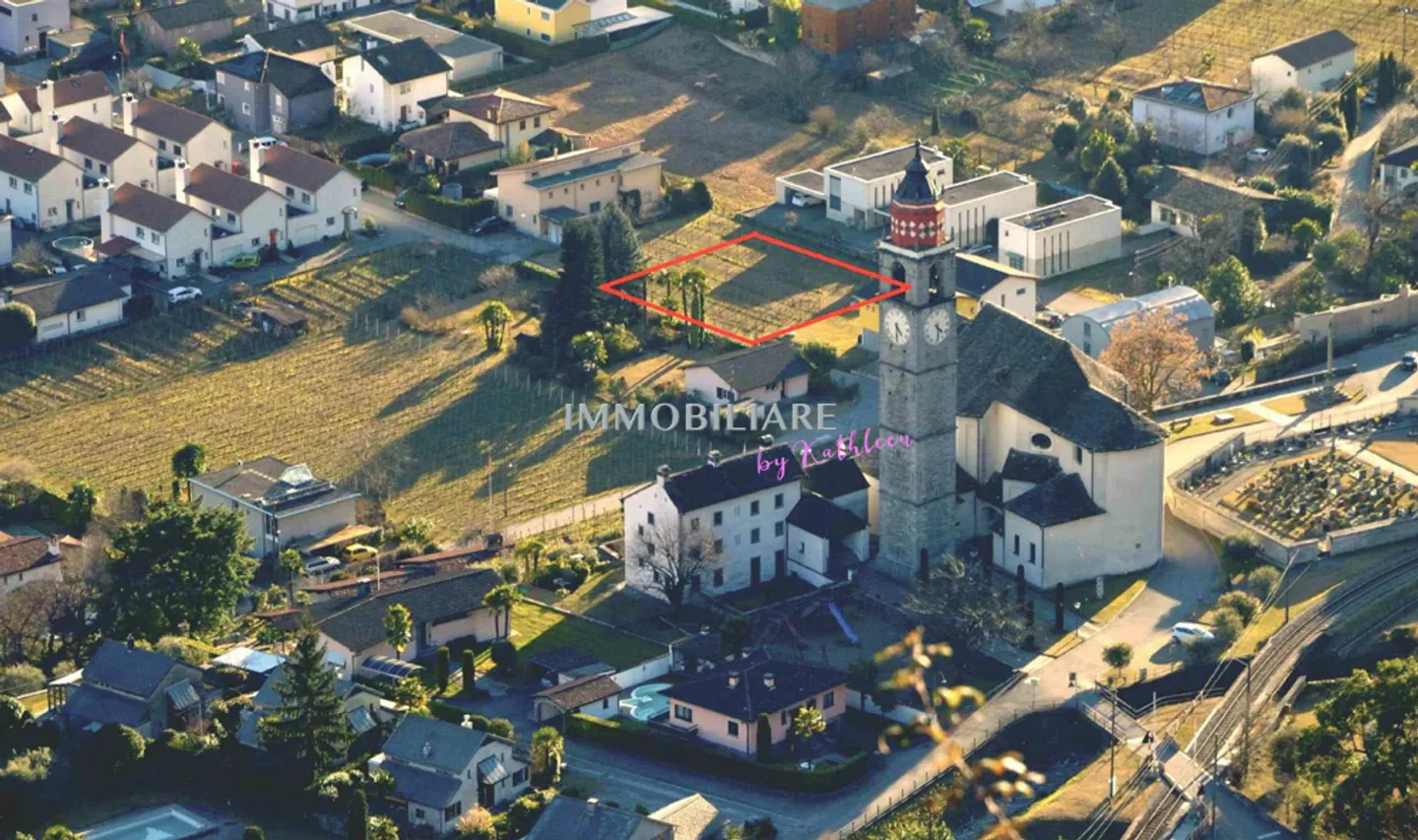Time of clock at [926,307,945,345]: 4:29
